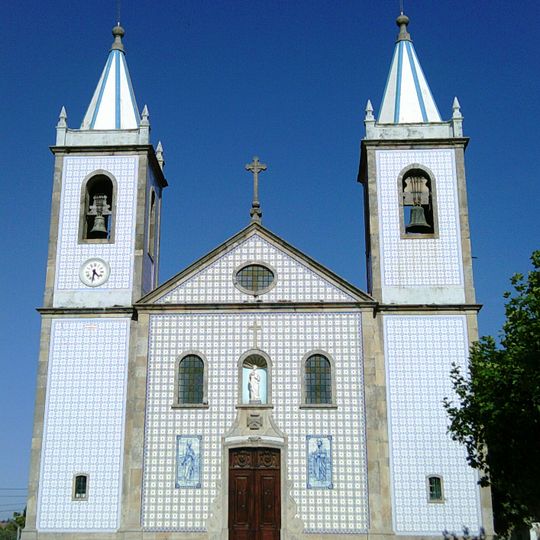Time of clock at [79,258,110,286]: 4:31
